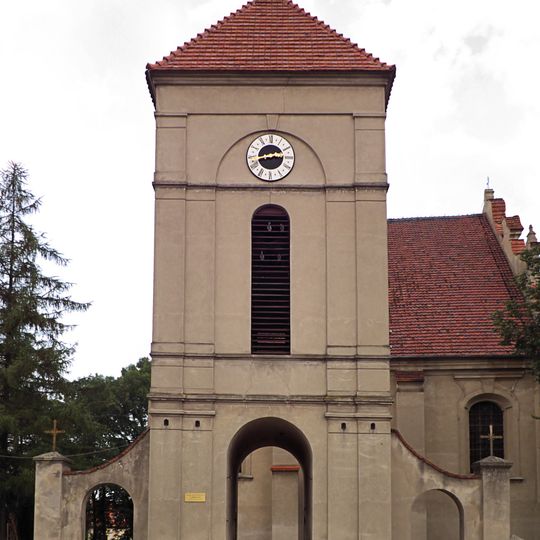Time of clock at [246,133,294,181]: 2:43
